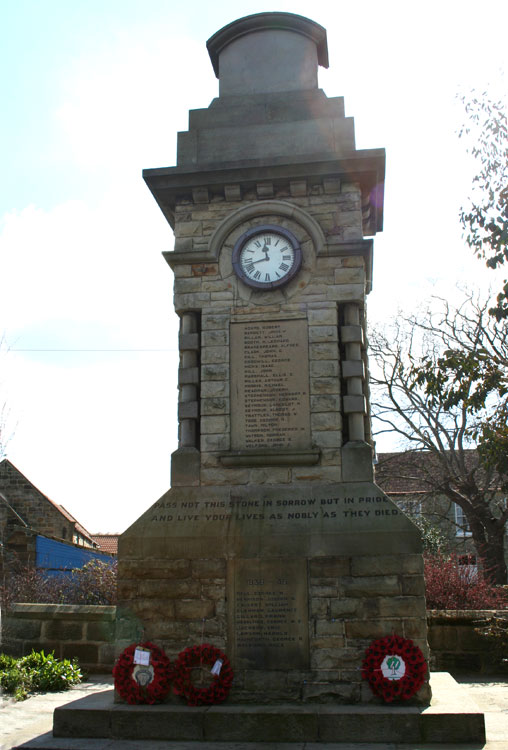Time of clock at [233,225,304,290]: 11:42
